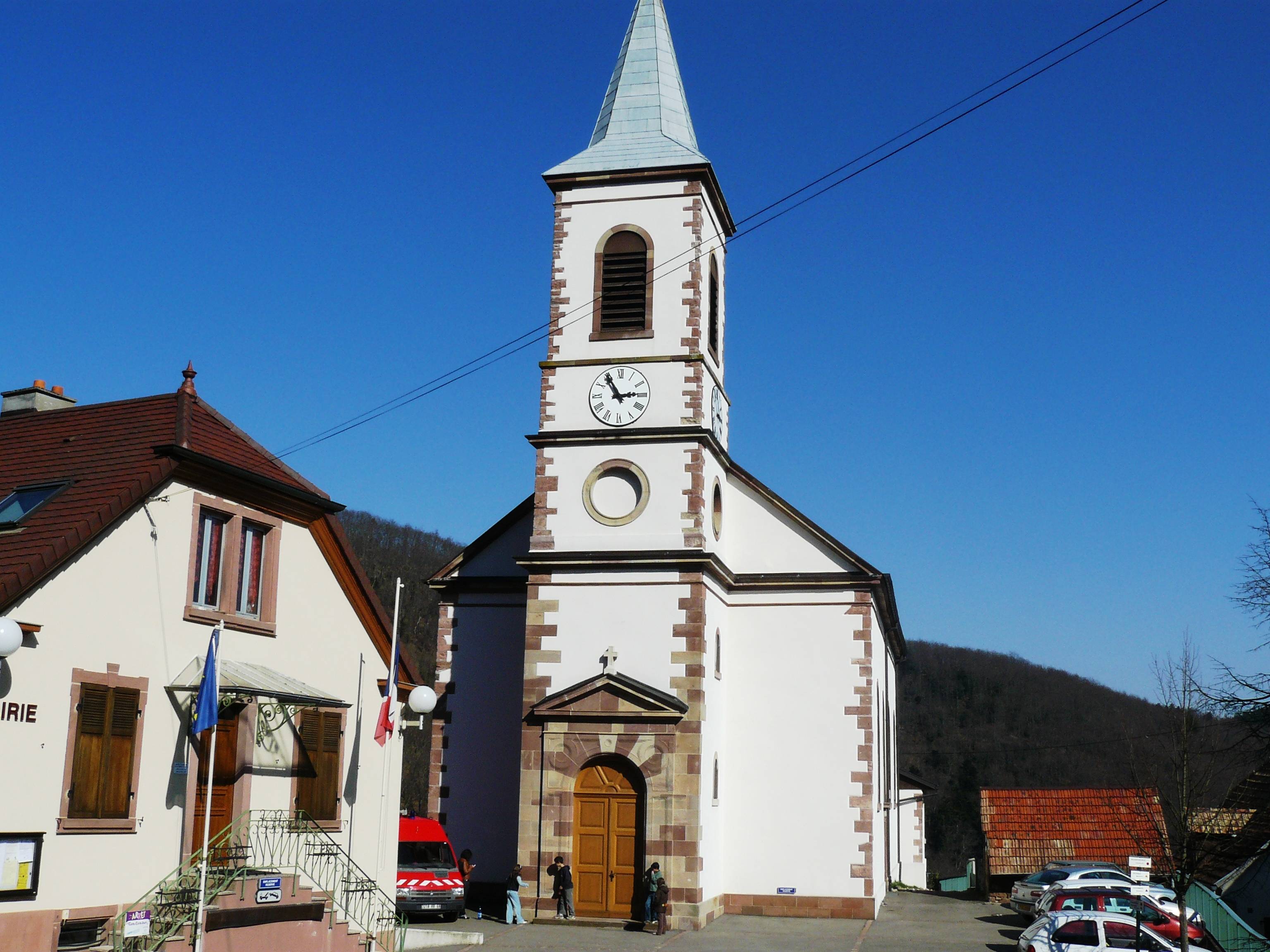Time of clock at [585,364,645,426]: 2:54
